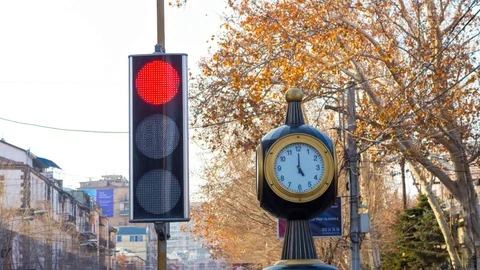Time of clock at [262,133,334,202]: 5:00
